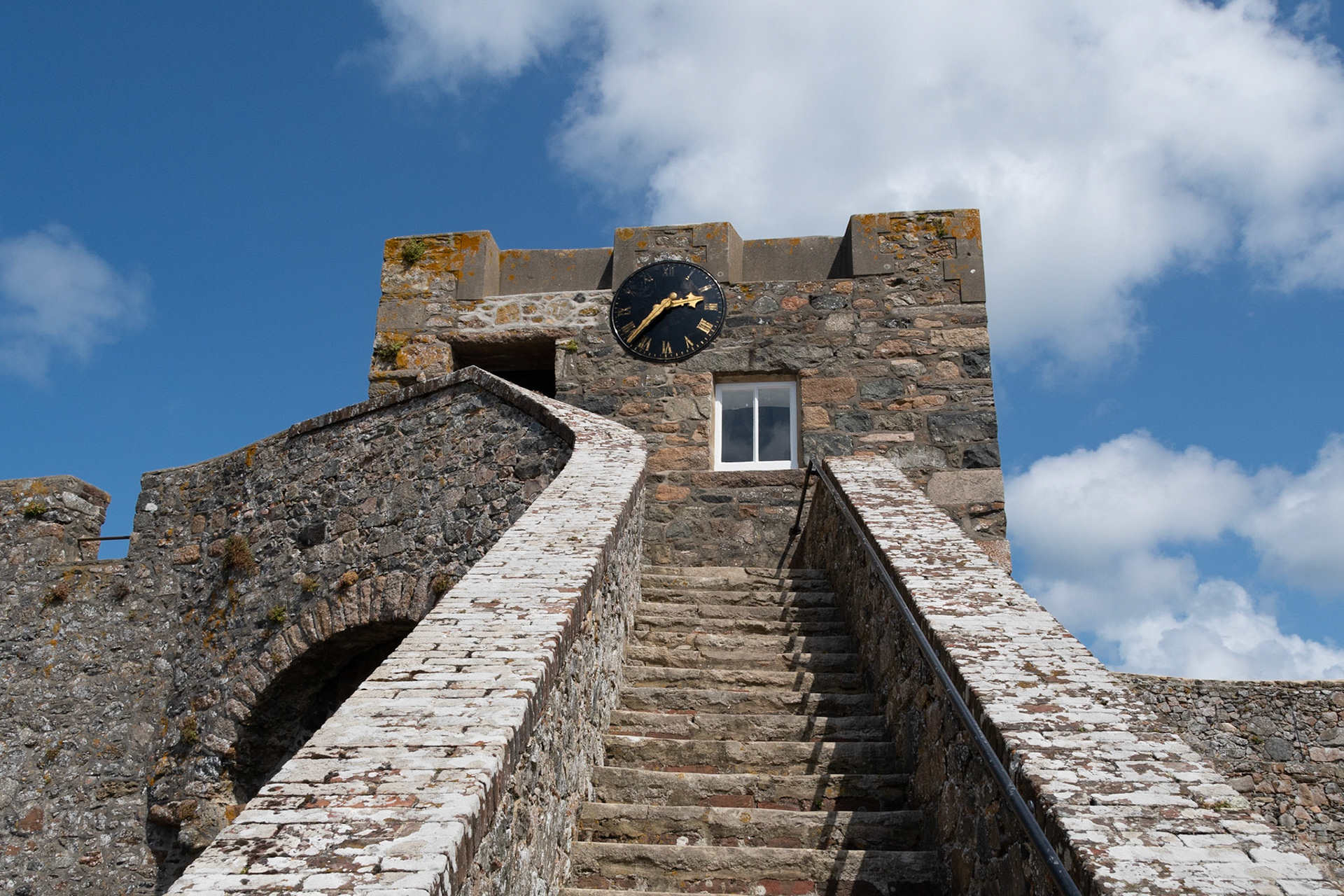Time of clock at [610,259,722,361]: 2:37
